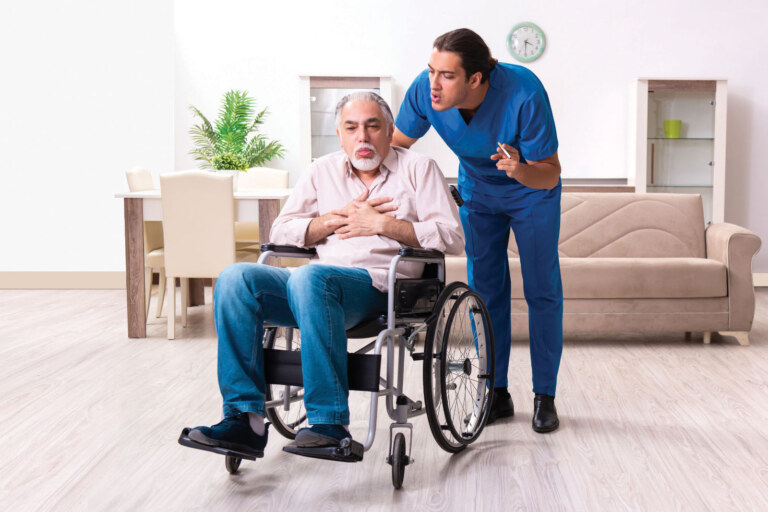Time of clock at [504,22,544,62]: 3:30
